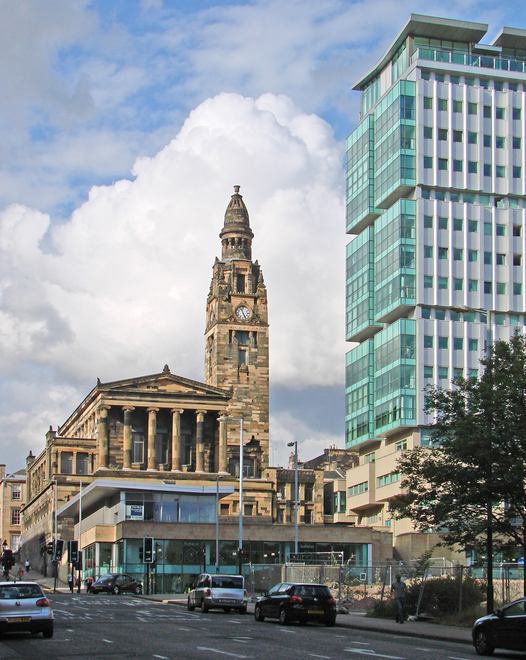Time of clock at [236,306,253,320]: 11:25
